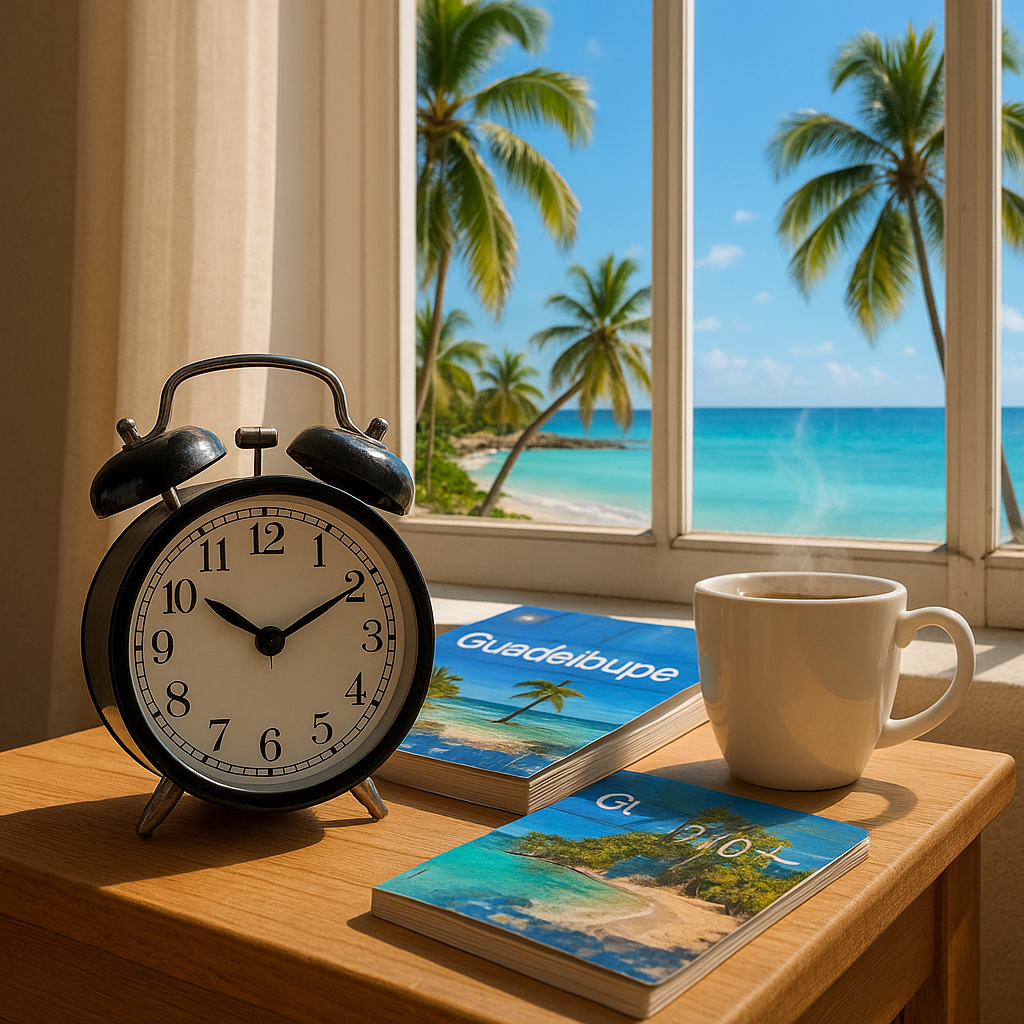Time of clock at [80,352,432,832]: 10:10
